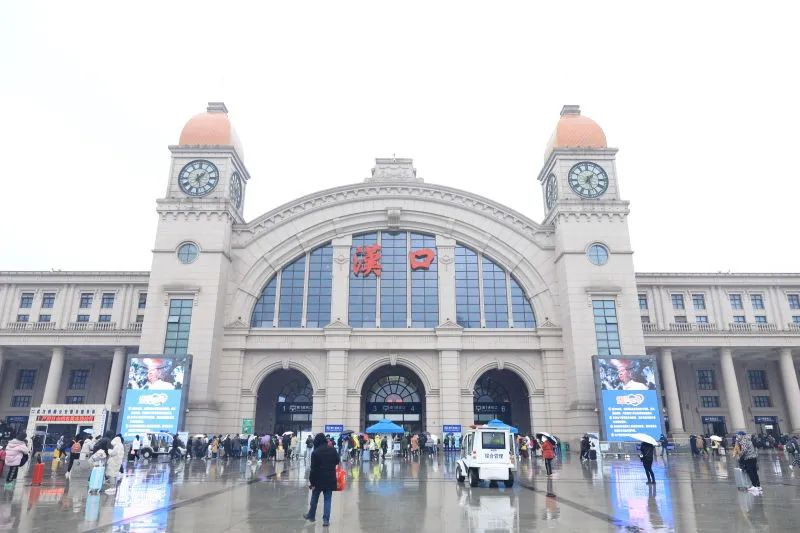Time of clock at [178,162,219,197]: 1:27
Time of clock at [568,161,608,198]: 1:26
